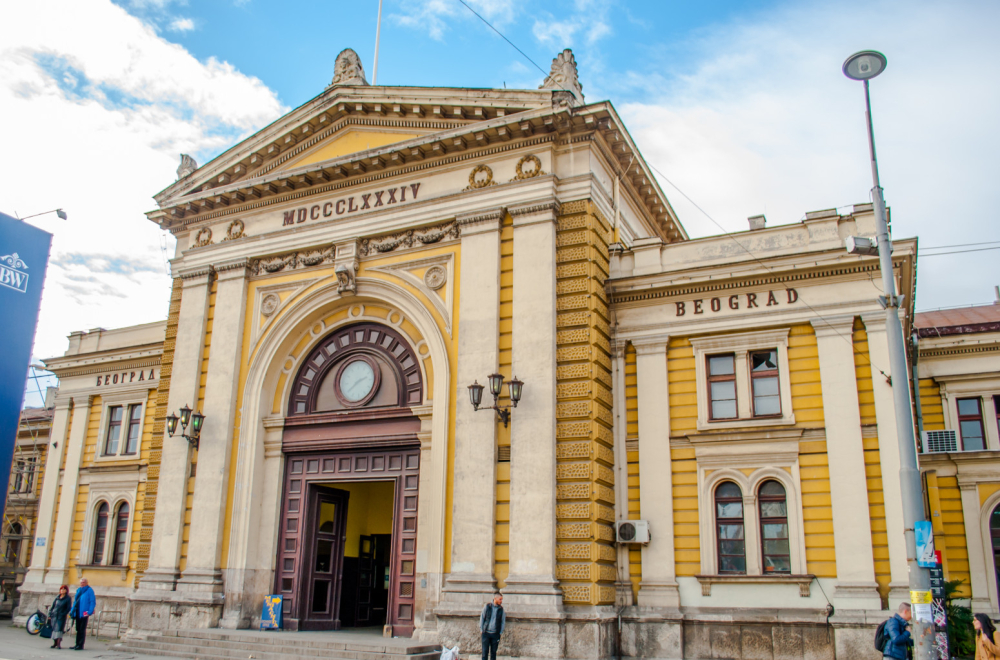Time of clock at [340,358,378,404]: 2:39
